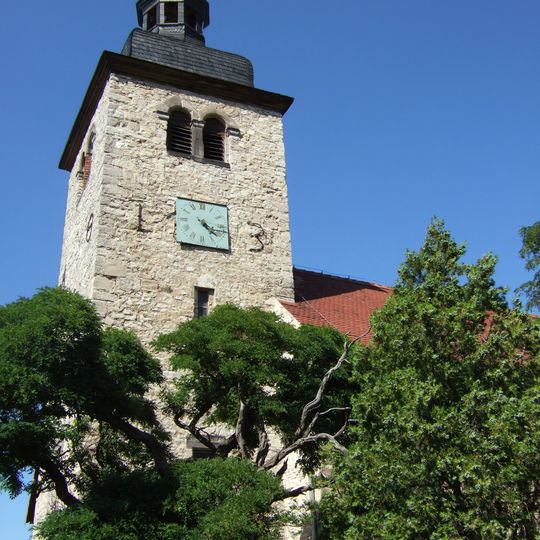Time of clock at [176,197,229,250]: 4:17
